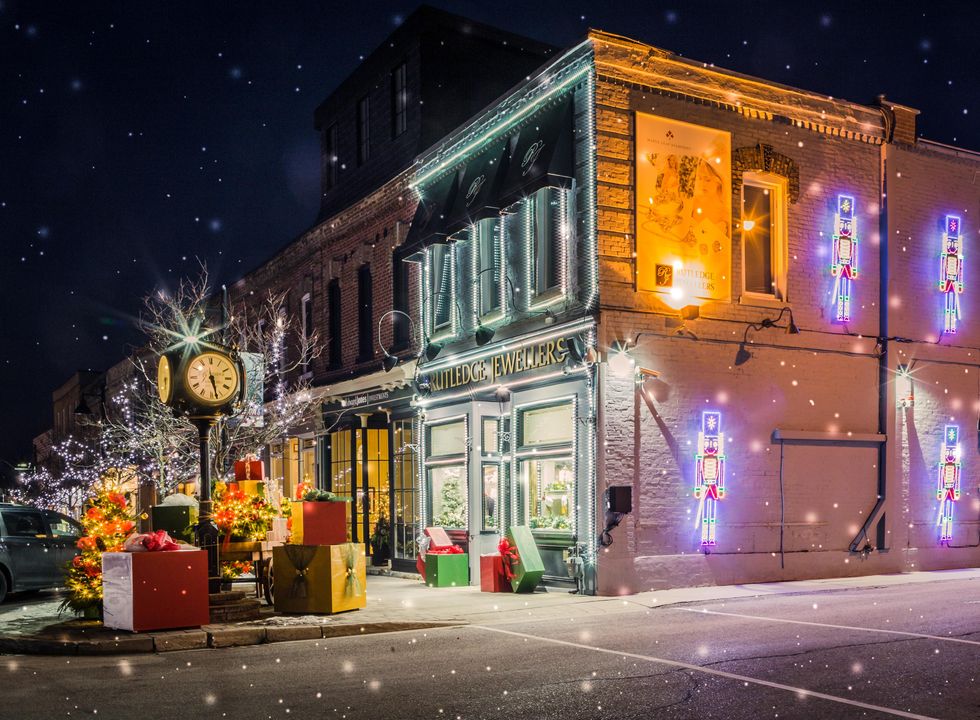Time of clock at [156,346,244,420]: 5:27
